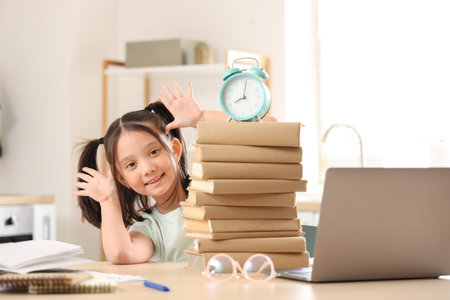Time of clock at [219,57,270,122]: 8:01
